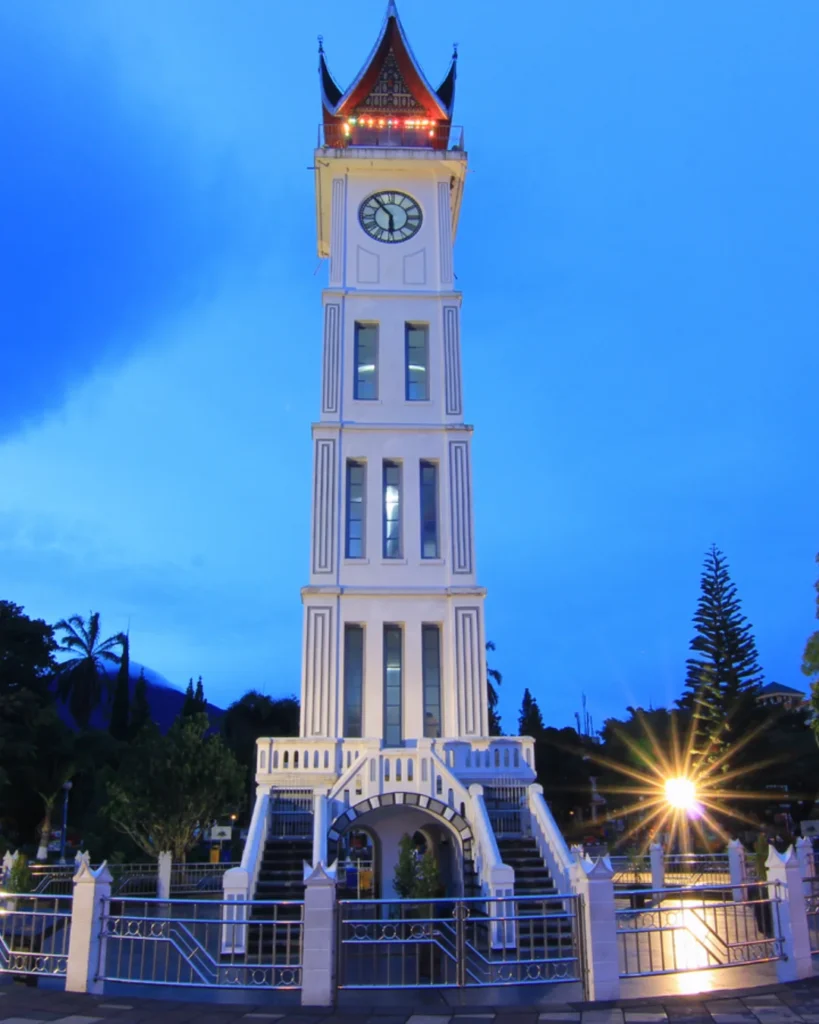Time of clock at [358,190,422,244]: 5:53
